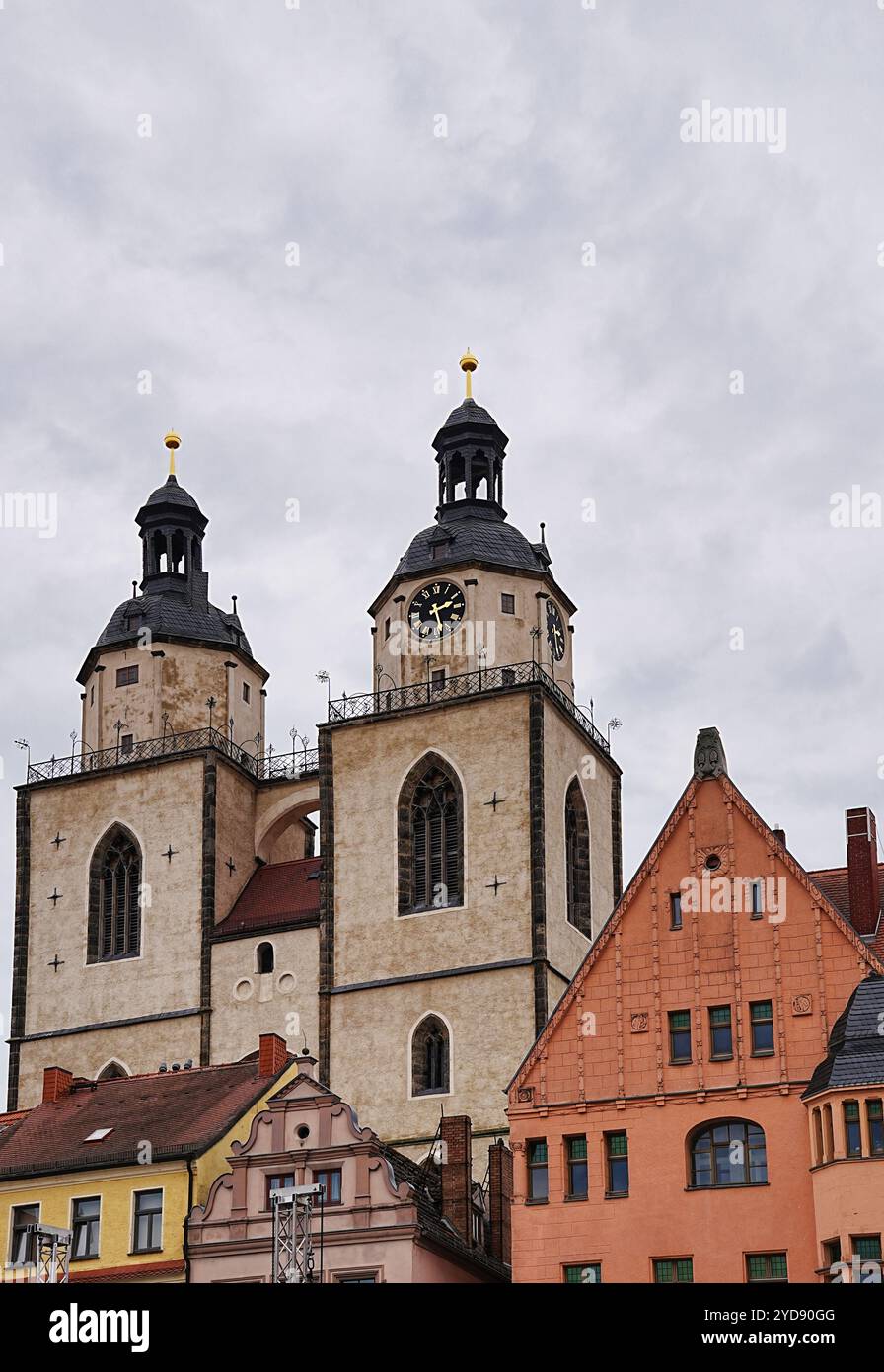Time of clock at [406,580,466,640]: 2:26
